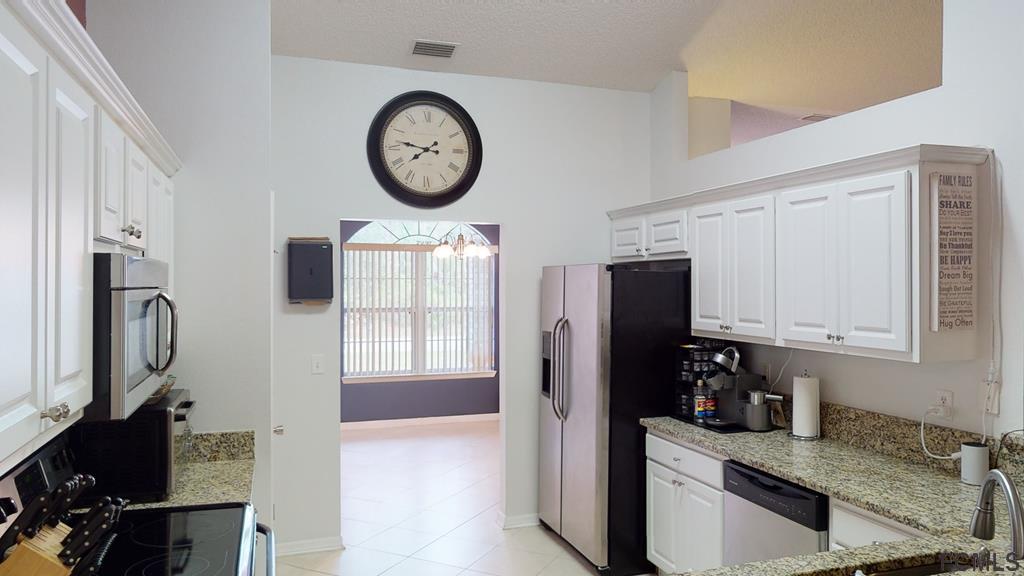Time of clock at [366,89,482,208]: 7:46
